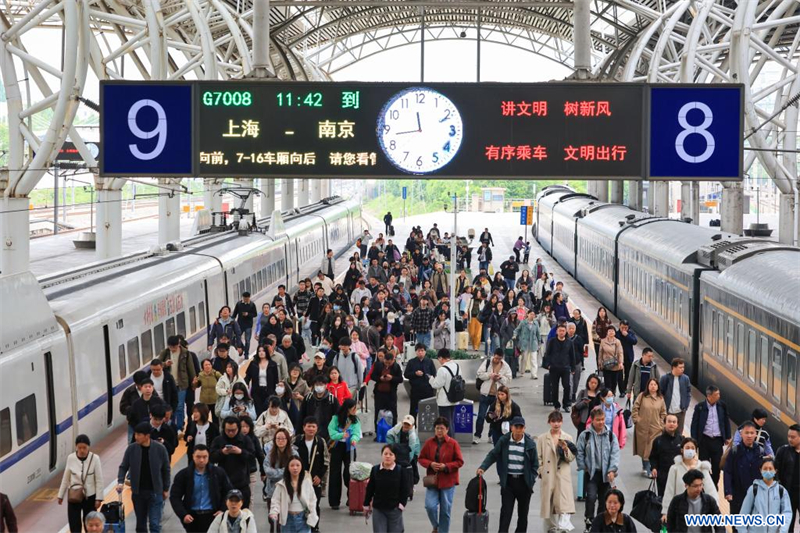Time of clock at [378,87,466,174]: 11:42
